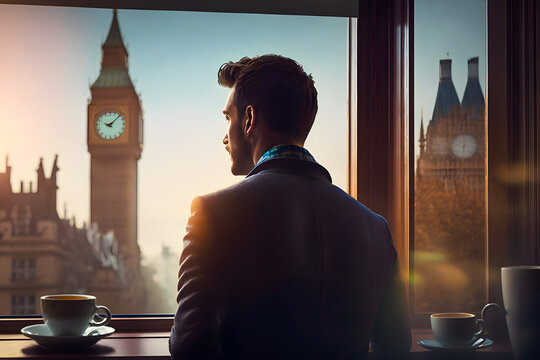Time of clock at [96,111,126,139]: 9:07
